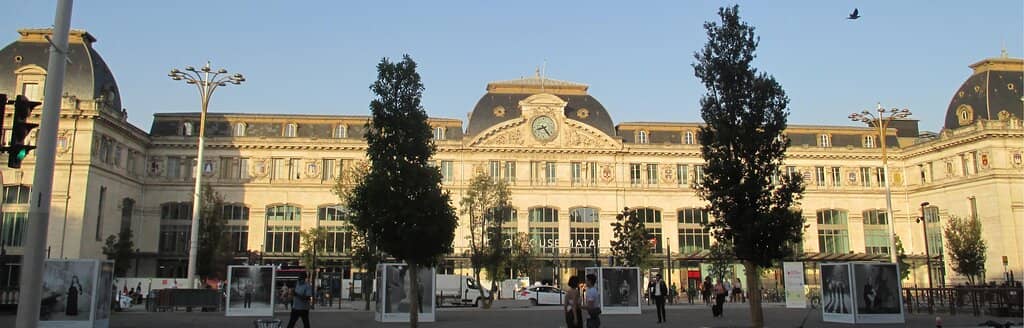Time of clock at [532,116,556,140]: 8:24
